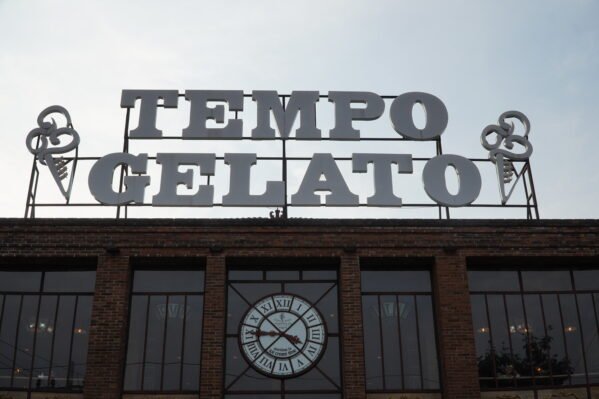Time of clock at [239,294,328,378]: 3:45
